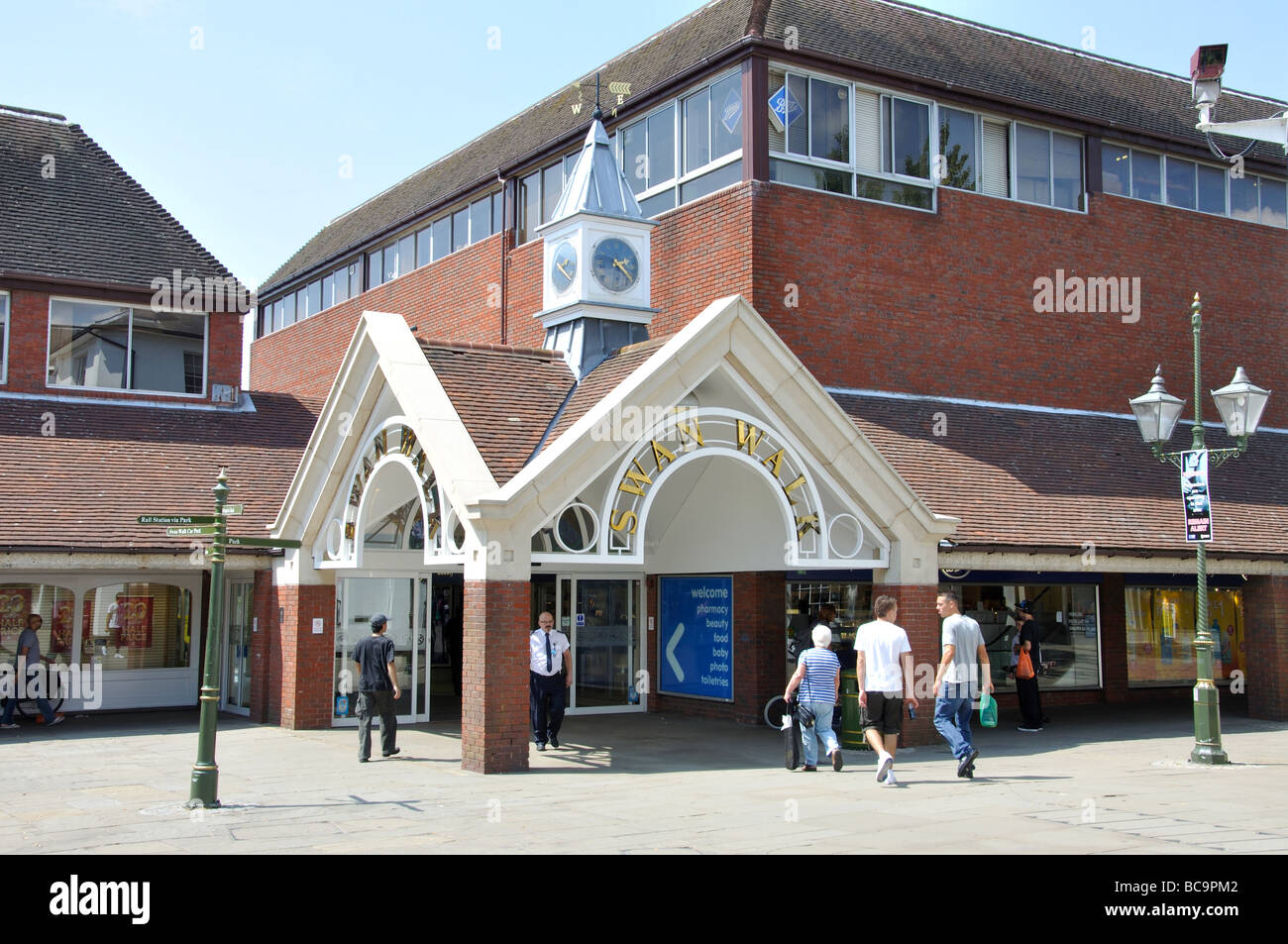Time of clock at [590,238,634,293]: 2:21
